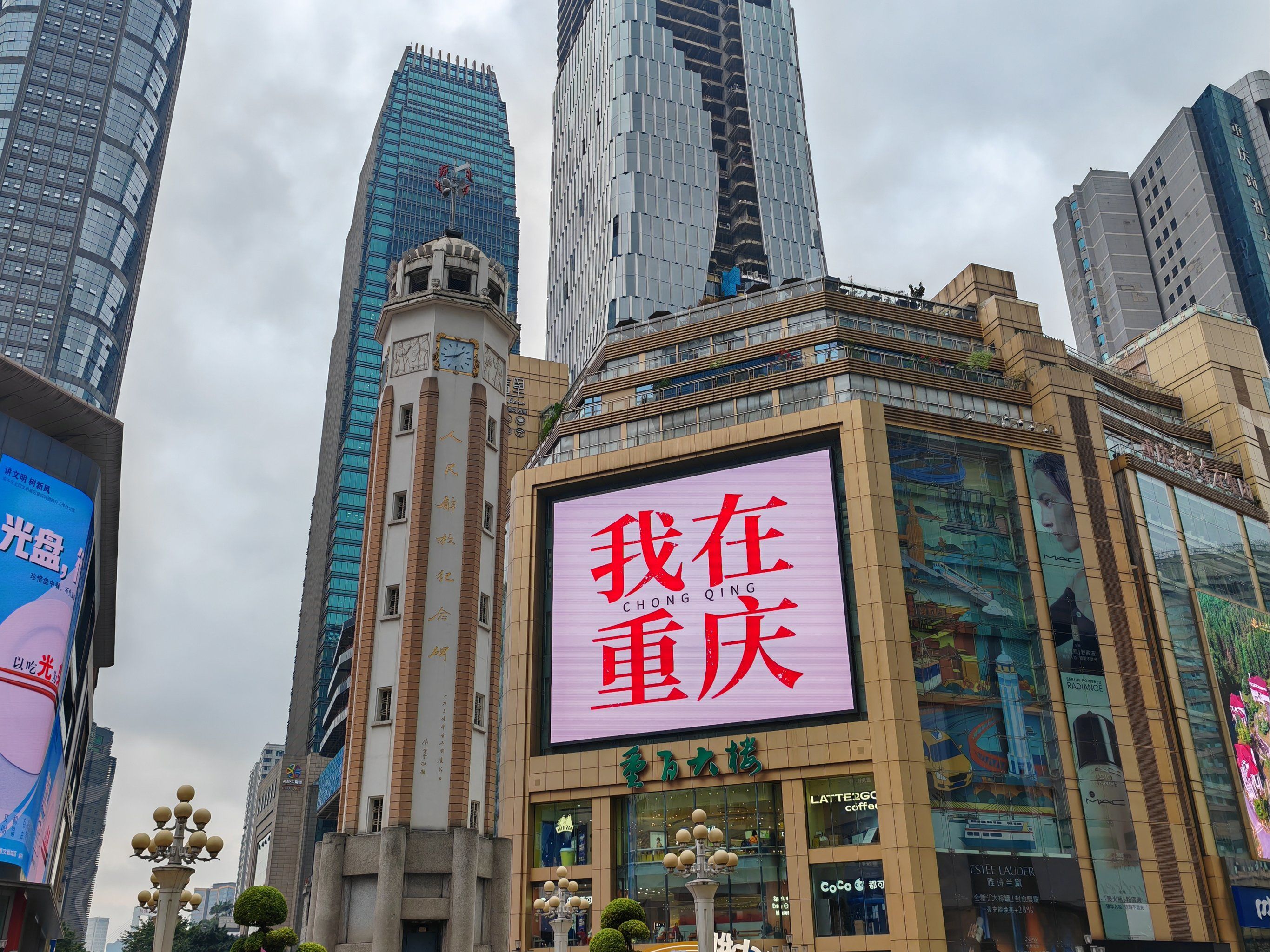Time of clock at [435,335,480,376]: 1:42
